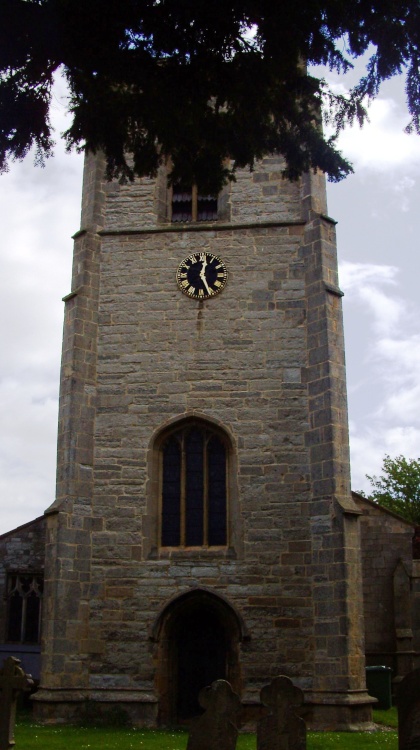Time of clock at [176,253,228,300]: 12:26
